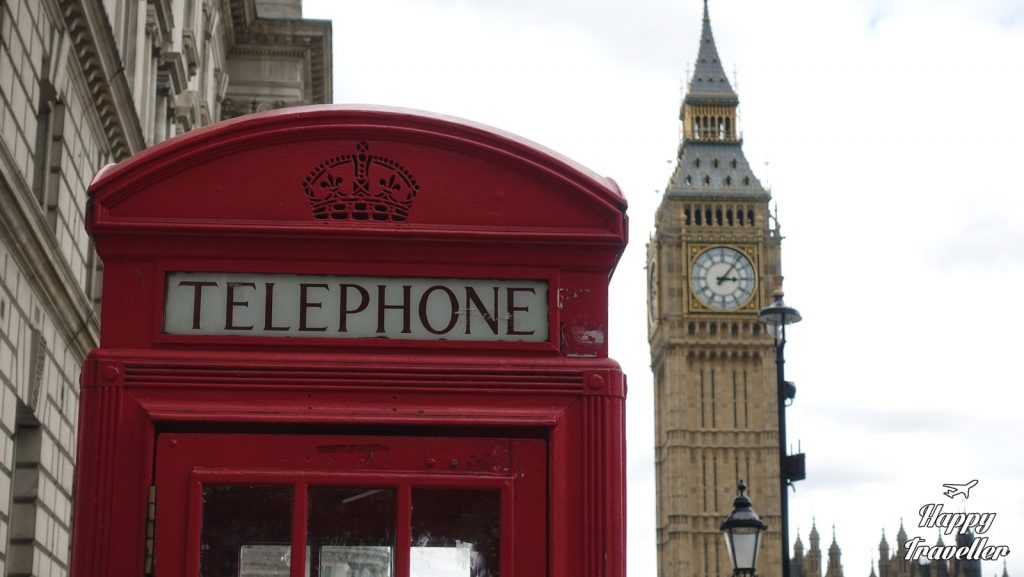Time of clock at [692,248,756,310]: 3:06
